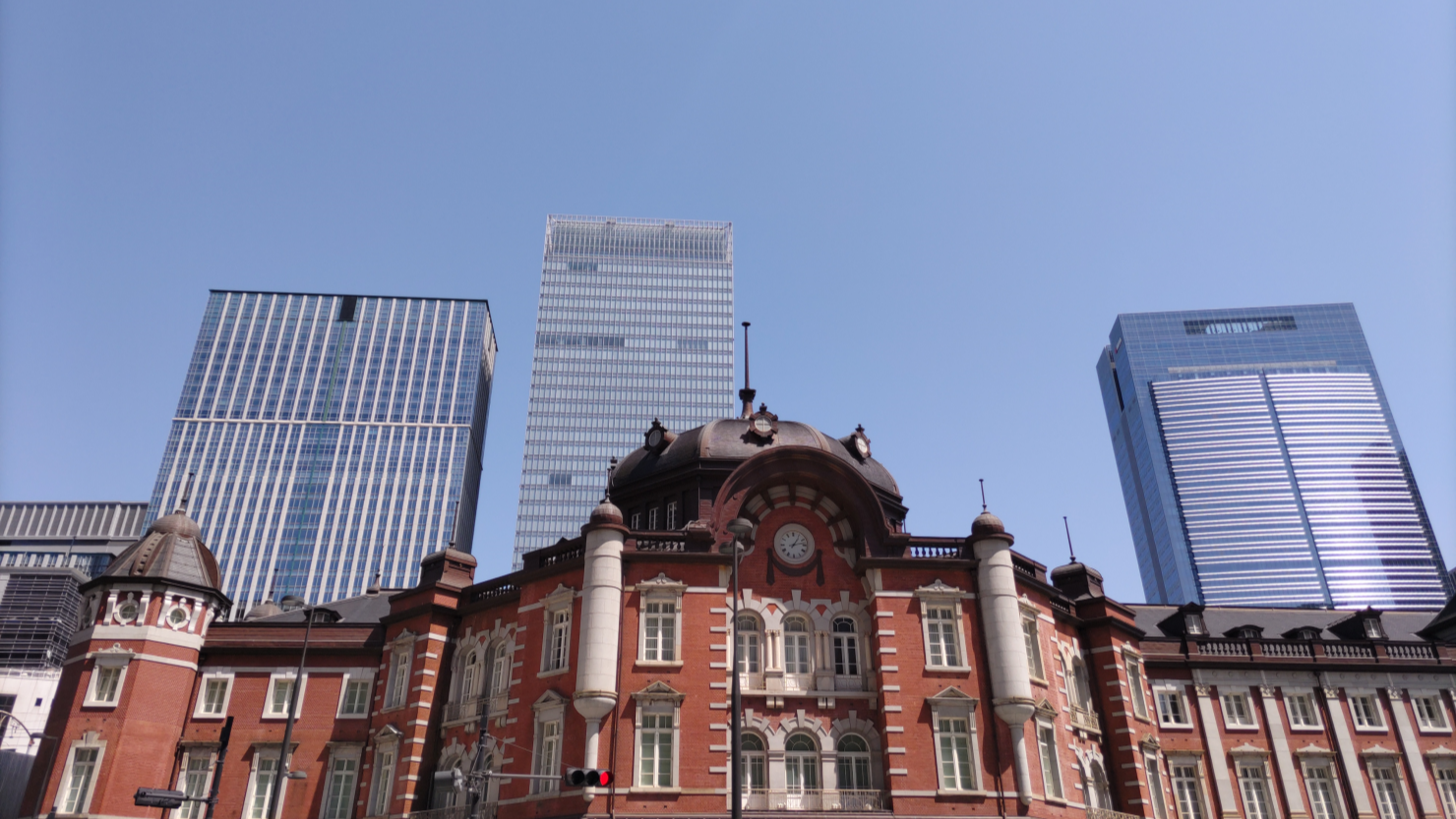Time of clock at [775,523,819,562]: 1:12
